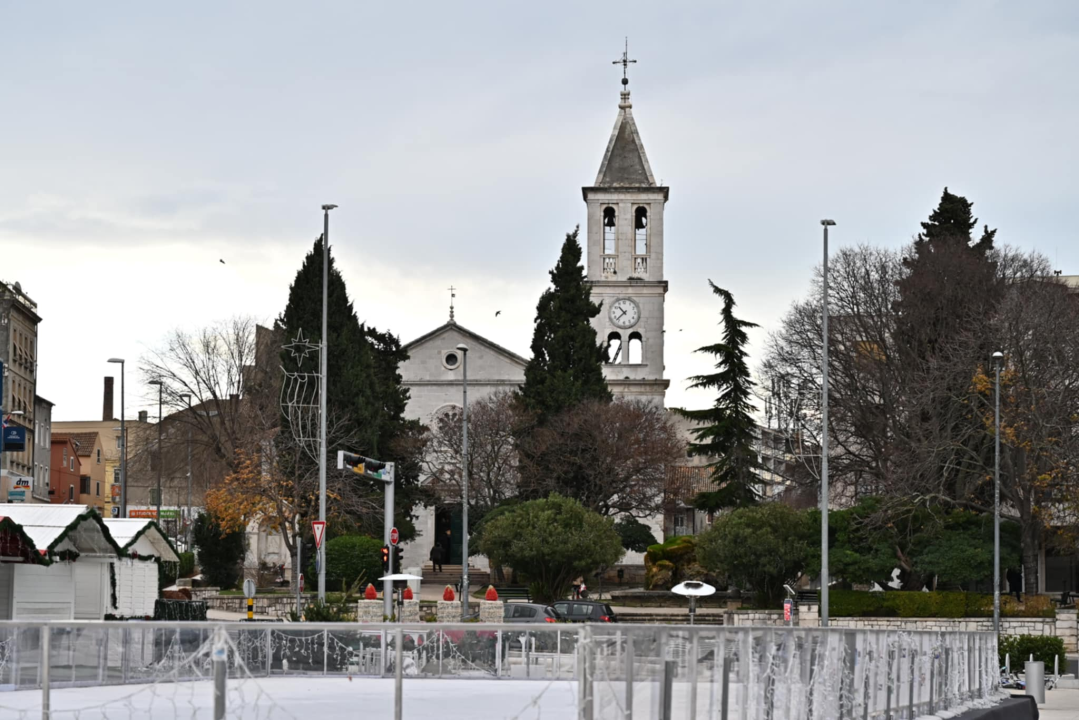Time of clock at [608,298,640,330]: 10:37
